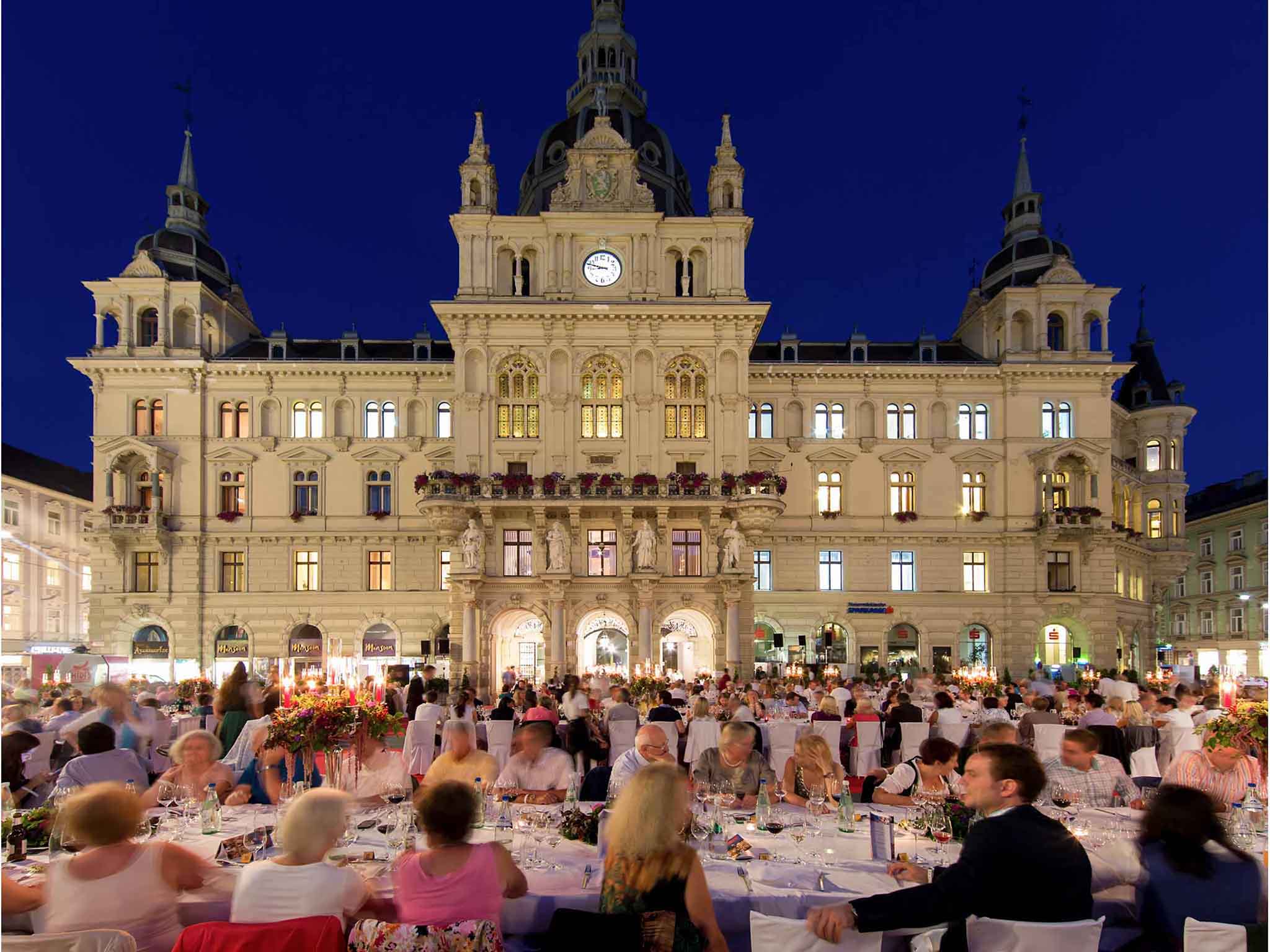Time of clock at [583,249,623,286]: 8:47
